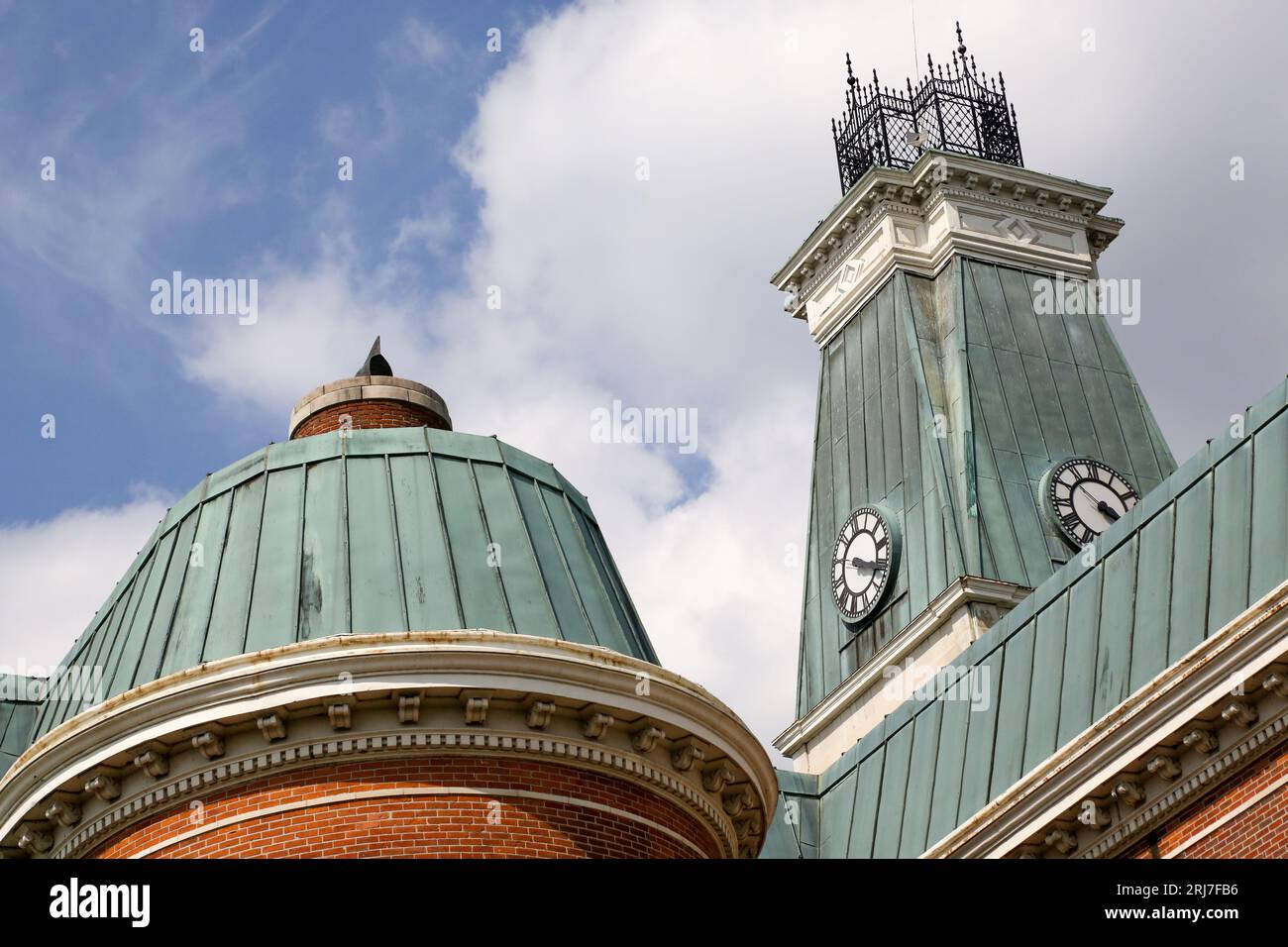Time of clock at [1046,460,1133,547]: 3:52
